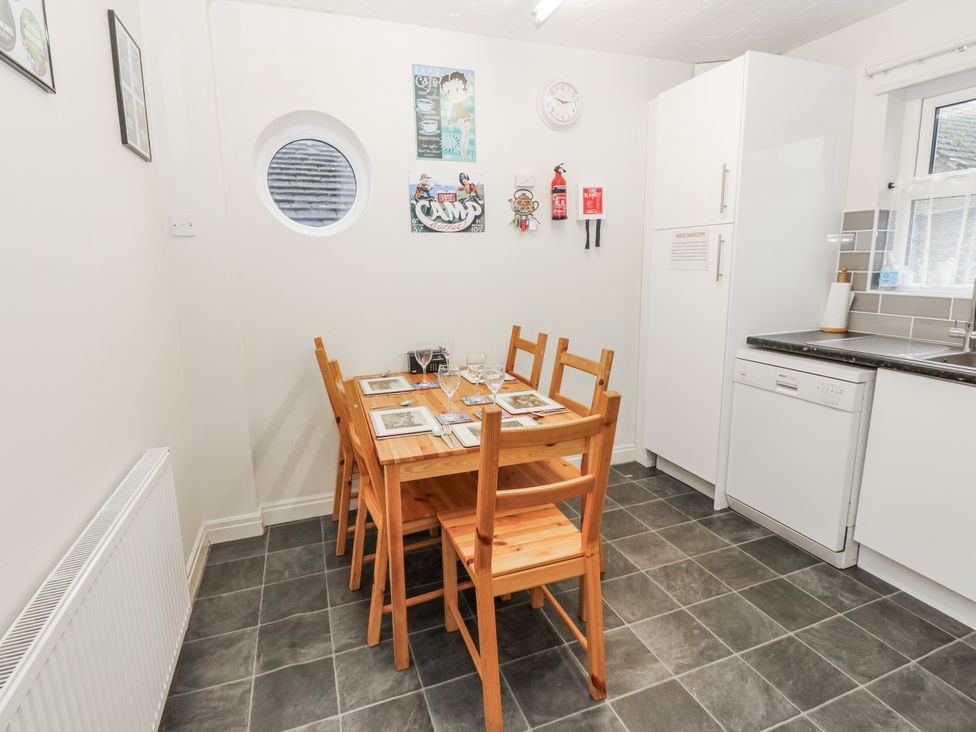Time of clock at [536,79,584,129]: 2:48
